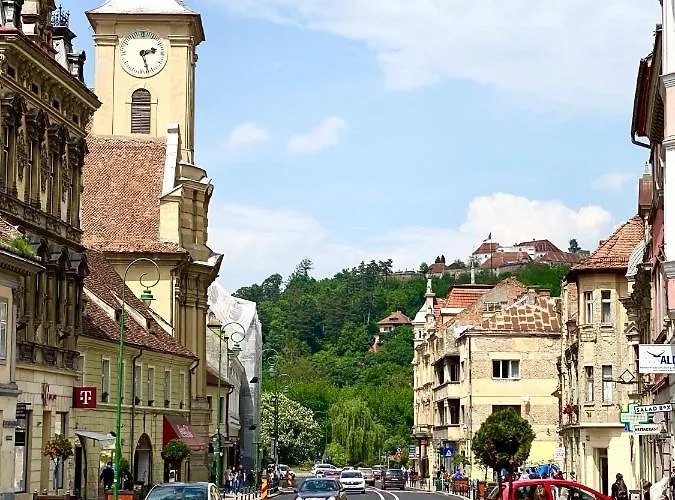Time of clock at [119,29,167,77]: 2:27
